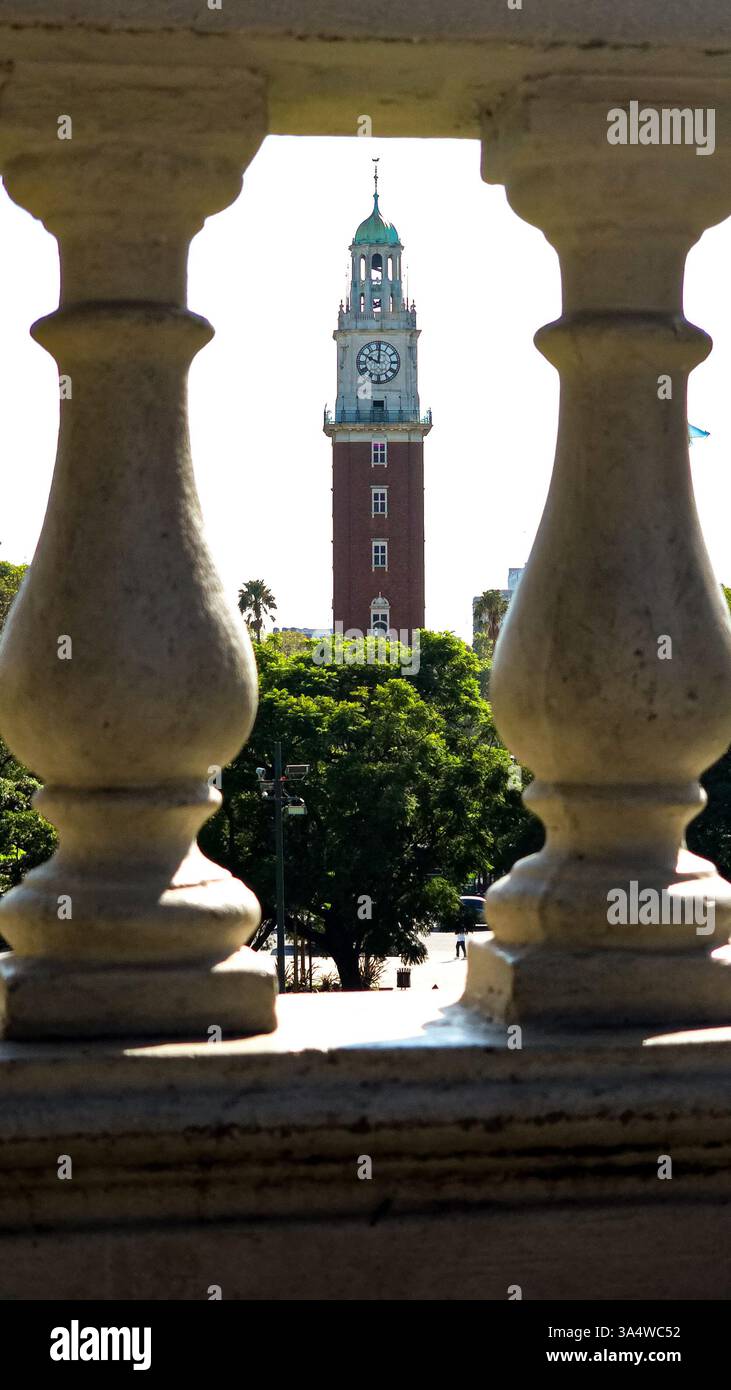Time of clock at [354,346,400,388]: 10:00
